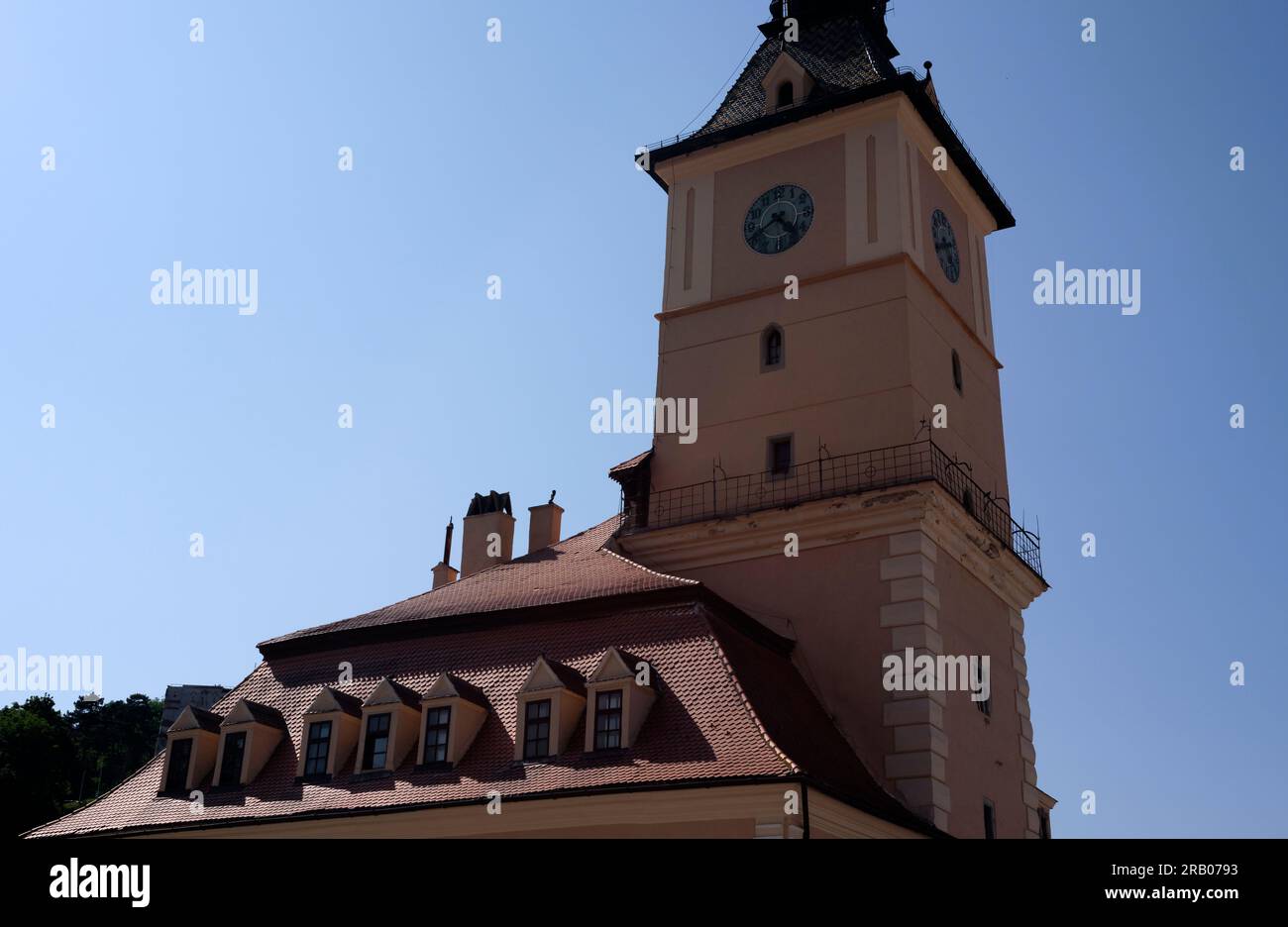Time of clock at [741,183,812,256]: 4:40
